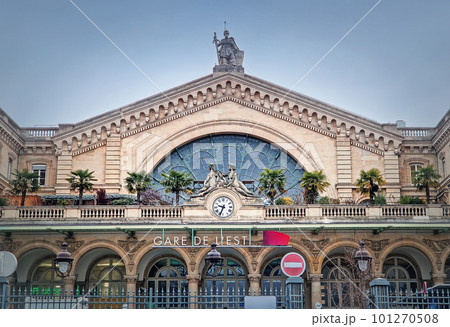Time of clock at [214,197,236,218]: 9:34
